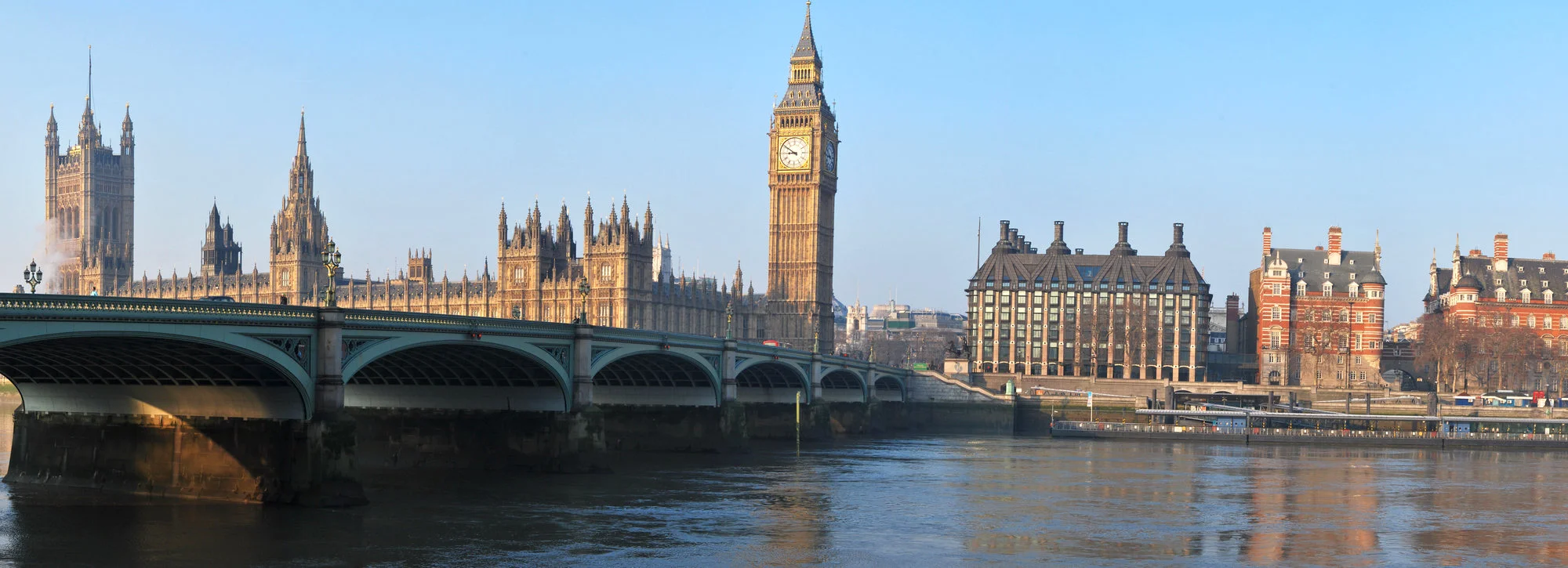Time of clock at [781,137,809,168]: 8:50
